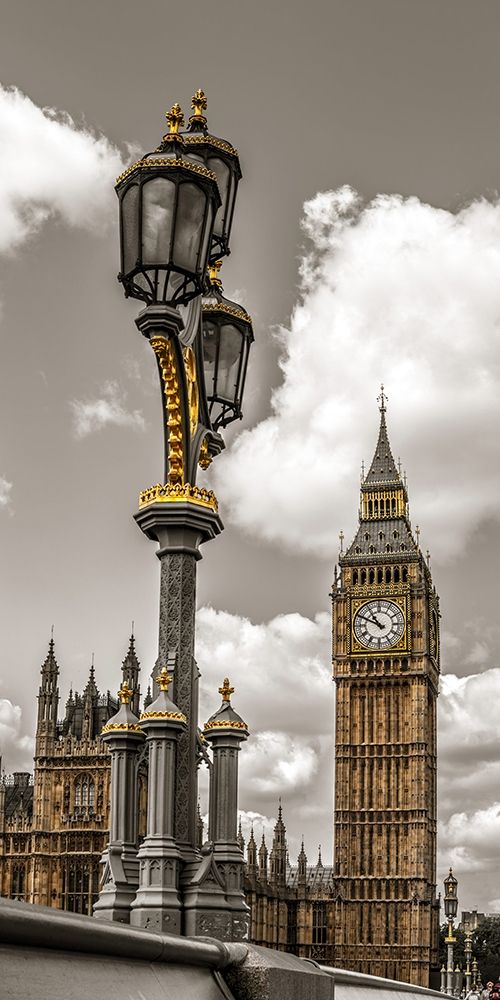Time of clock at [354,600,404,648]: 10:49
